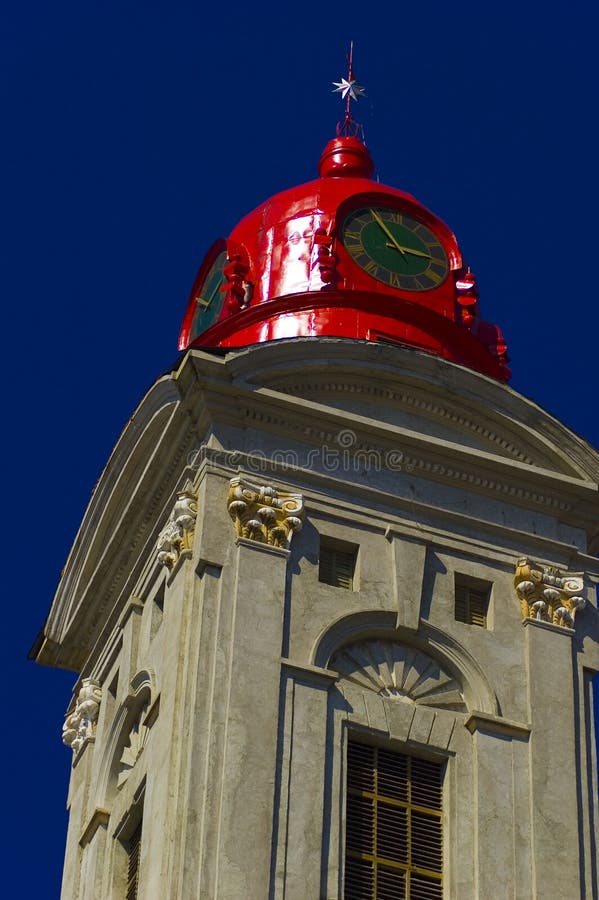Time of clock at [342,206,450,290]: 2:54
